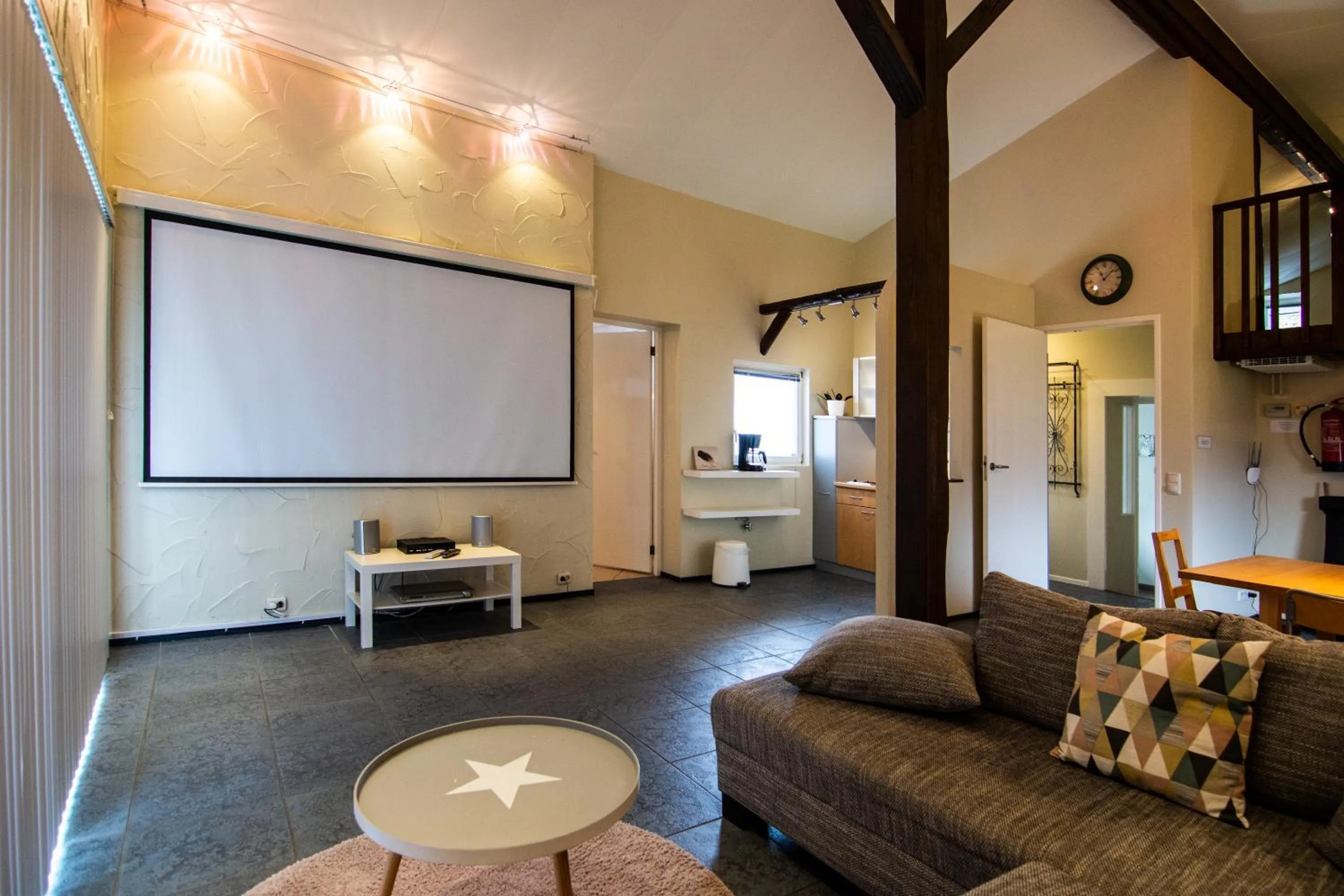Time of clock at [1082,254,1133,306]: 11:07
